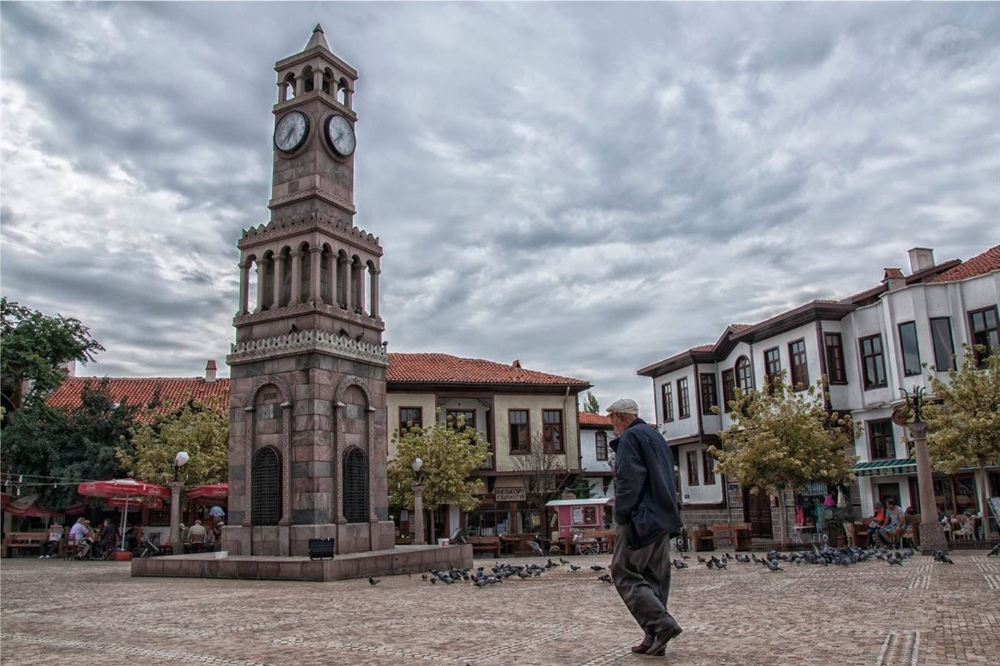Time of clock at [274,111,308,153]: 6:37
